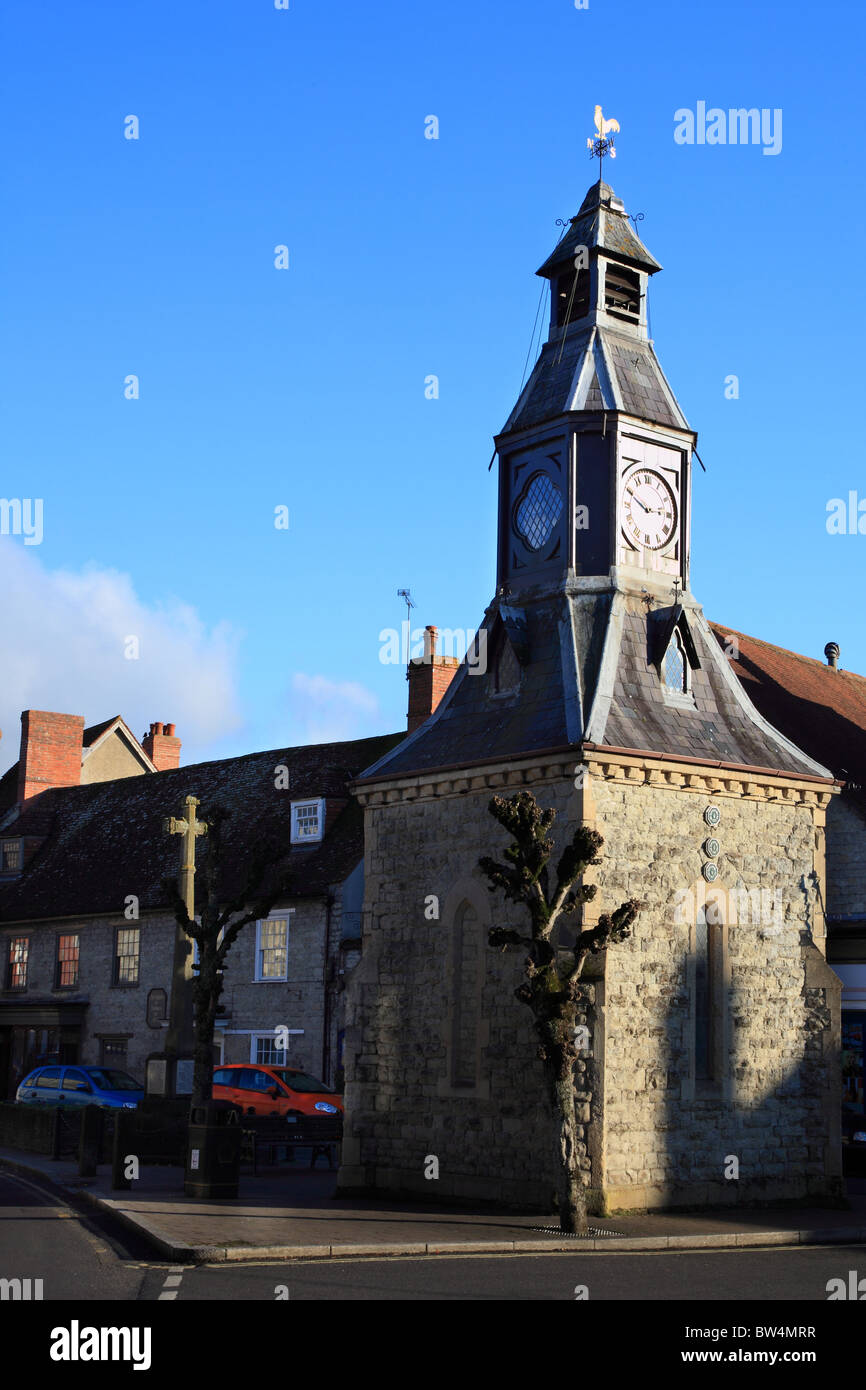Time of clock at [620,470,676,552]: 2:49
